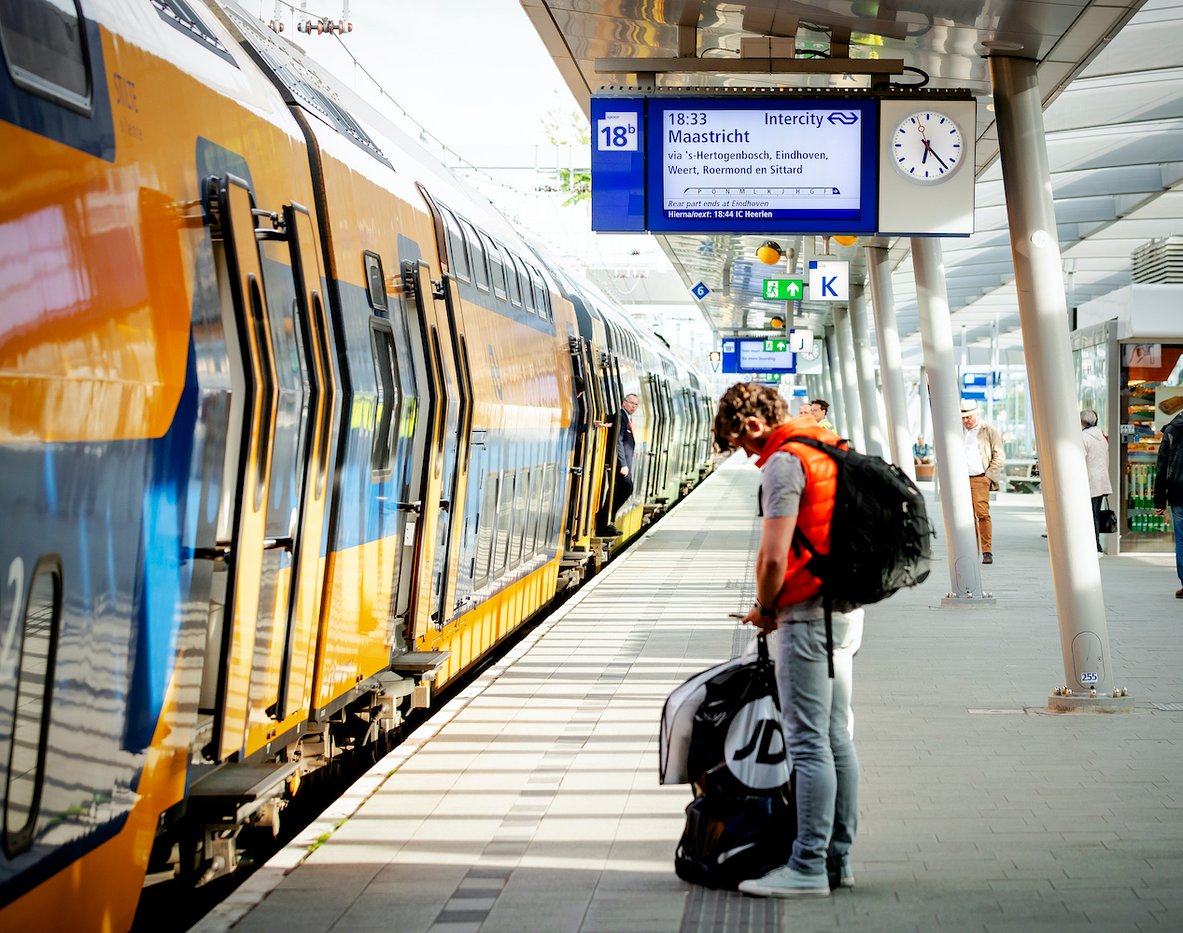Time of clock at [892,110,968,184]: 6:23
